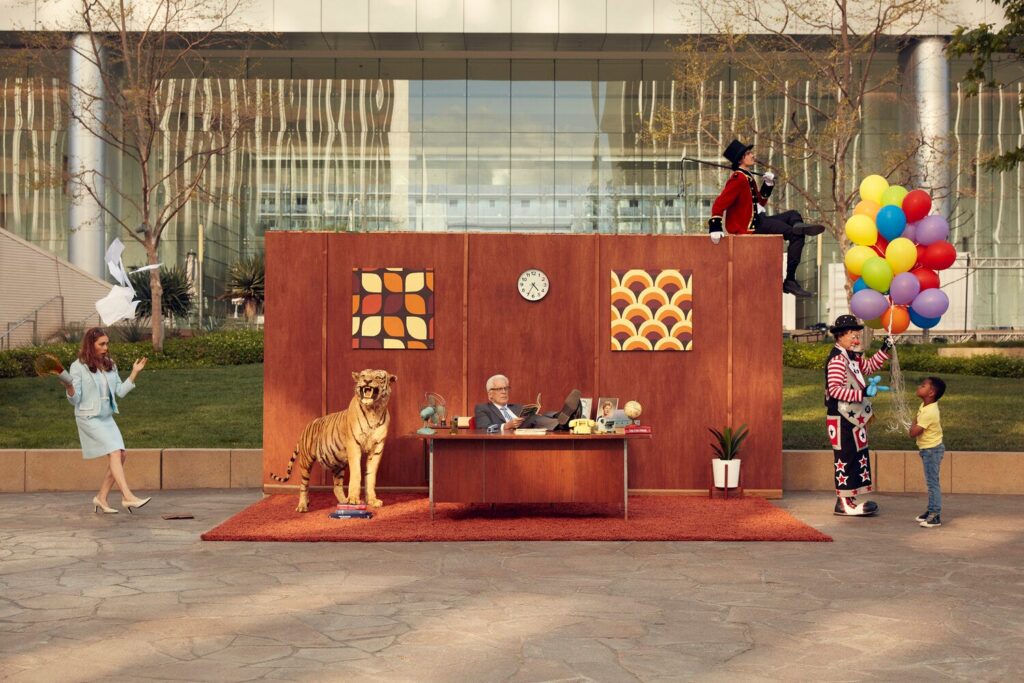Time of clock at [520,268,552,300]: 4:34
